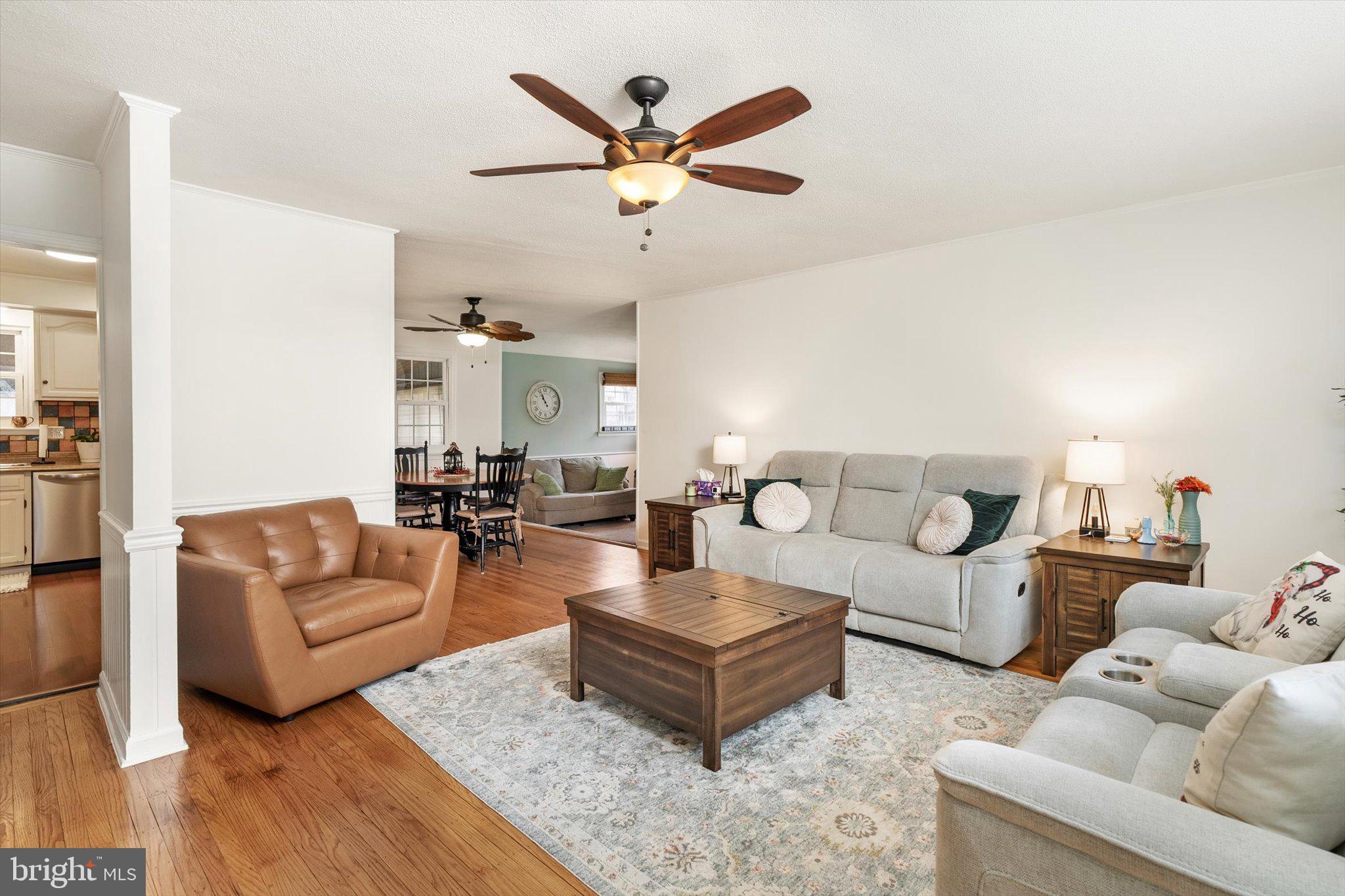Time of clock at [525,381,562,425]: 10:56
